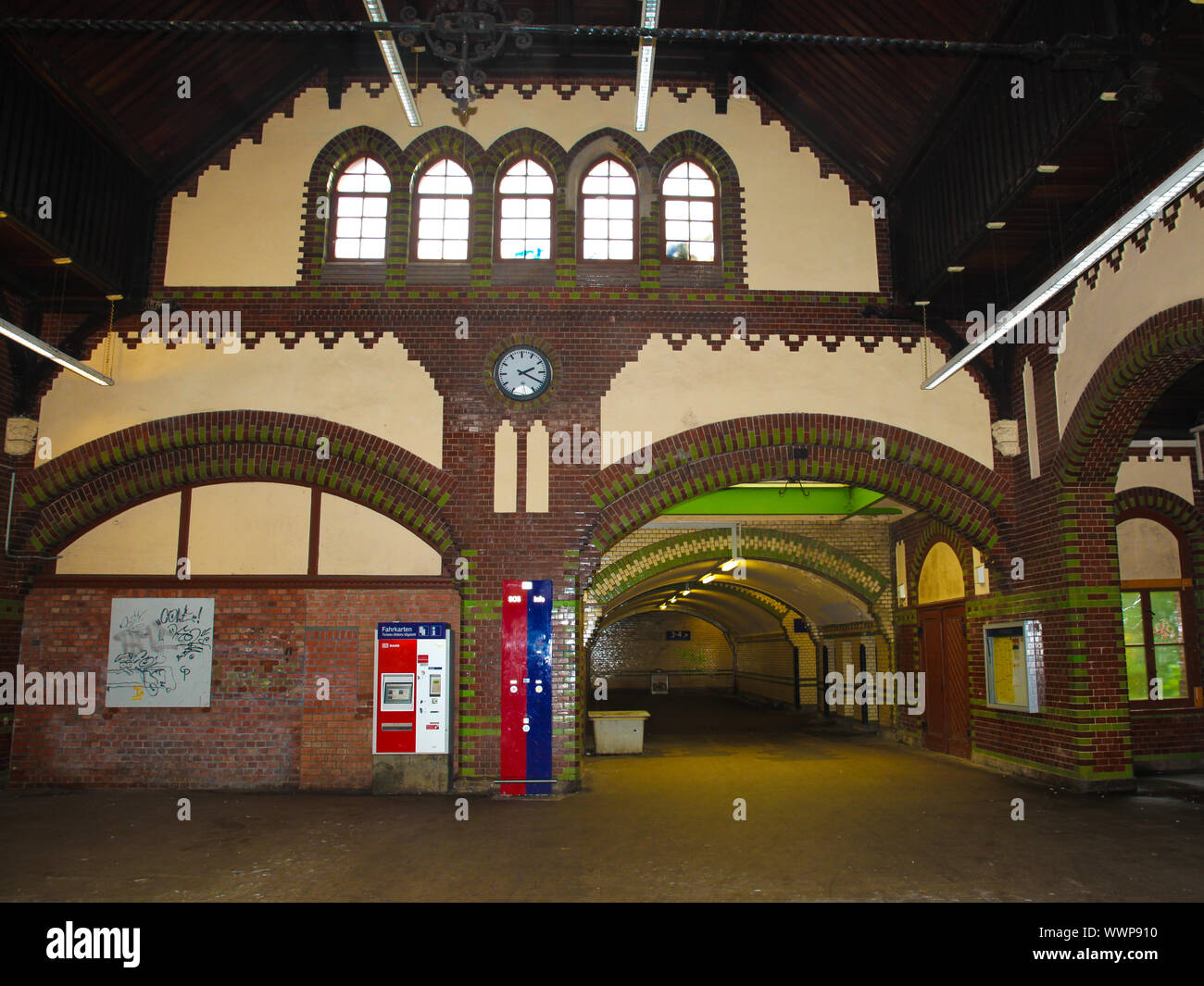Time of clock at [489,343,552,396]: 2:20
